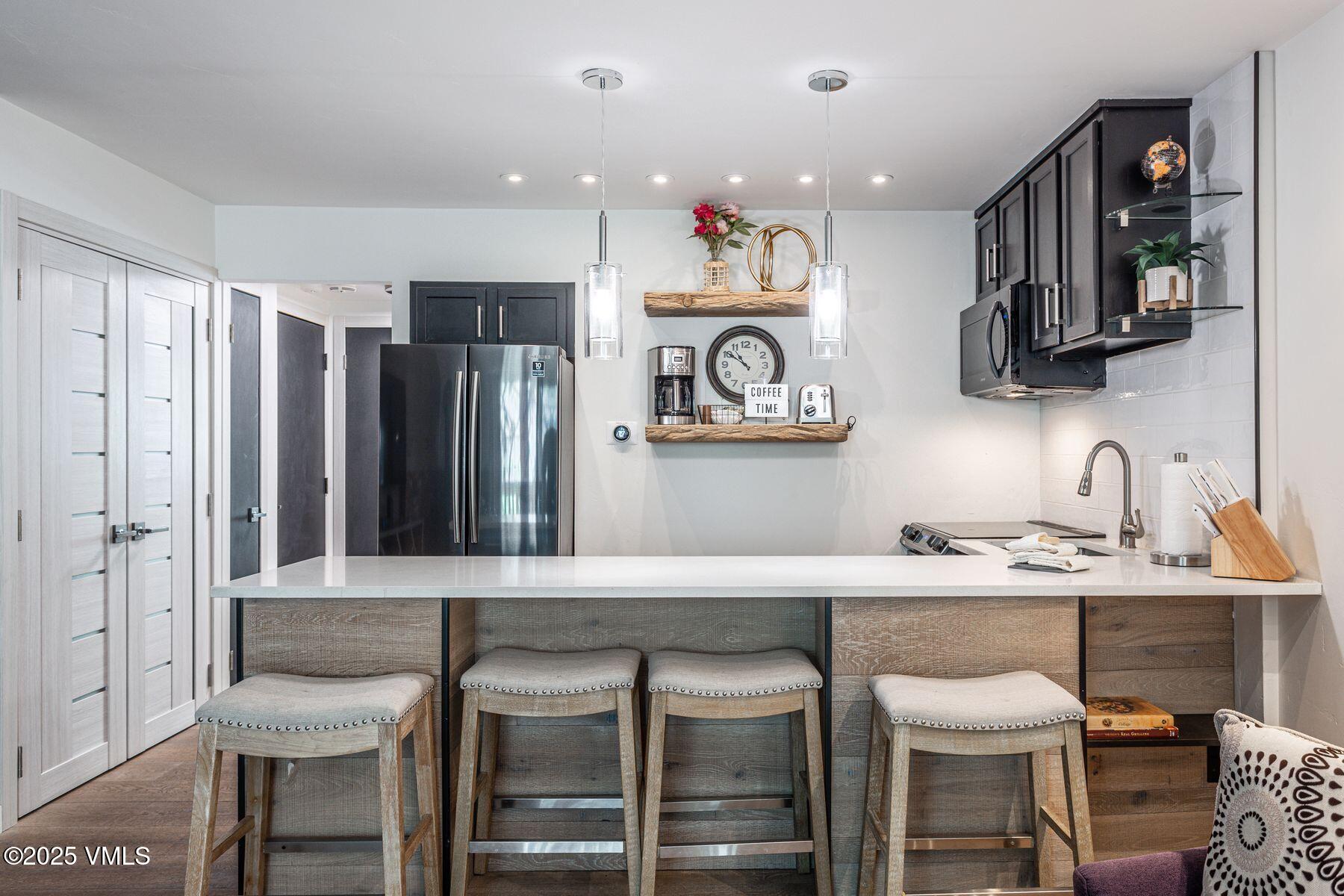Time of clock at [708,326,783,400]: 10:50
